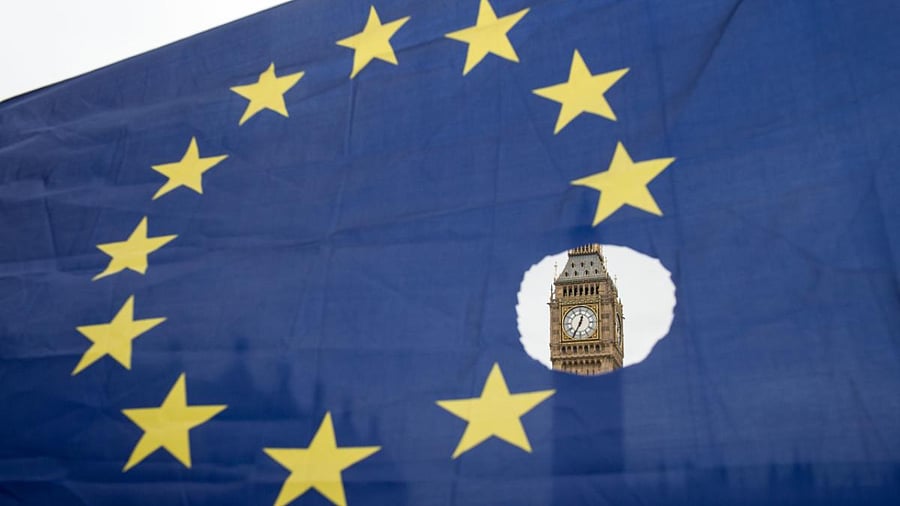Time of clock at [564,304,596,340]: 12:34
